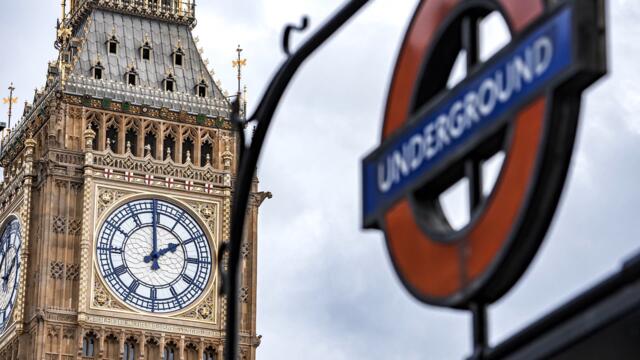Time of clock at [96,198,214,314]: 1:59
